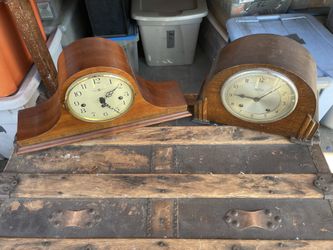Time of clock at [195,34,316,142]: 9:08
